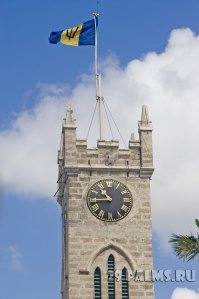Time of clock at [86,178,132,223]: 10:43
